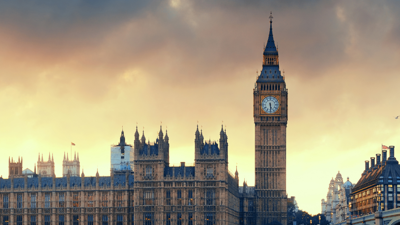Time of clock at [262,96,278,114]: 5:29
